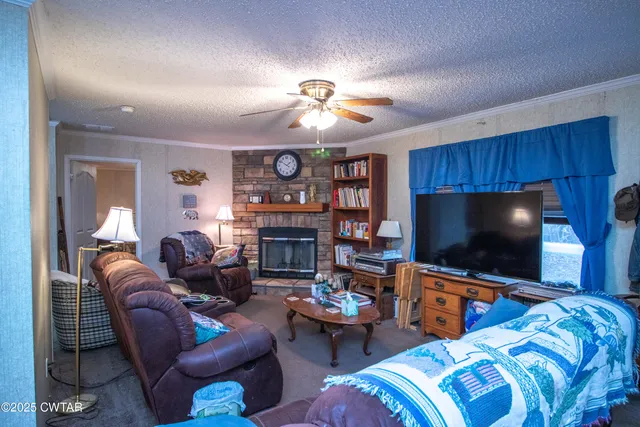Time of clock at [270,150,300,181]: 1:50
